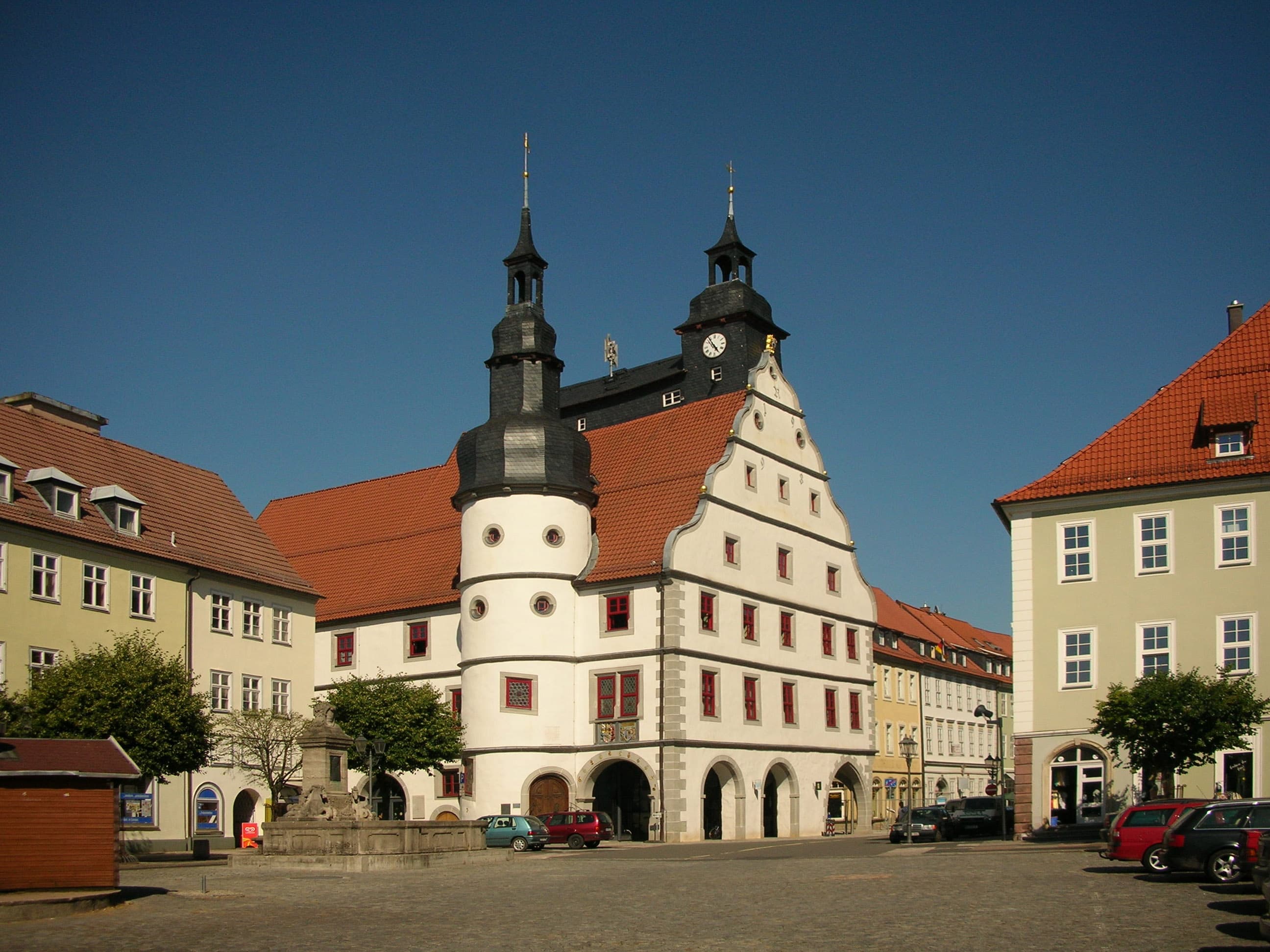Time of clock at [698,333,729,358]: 4:54
